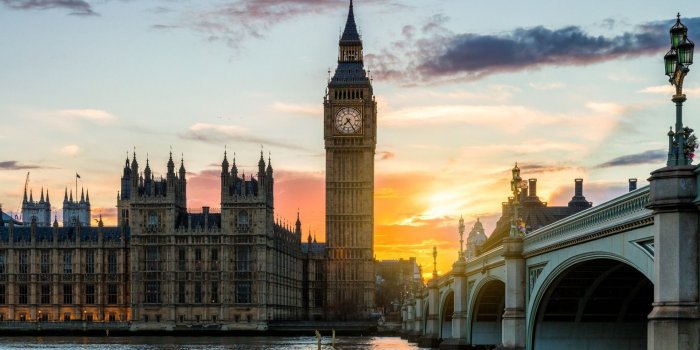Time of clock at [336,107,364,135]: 7:24
